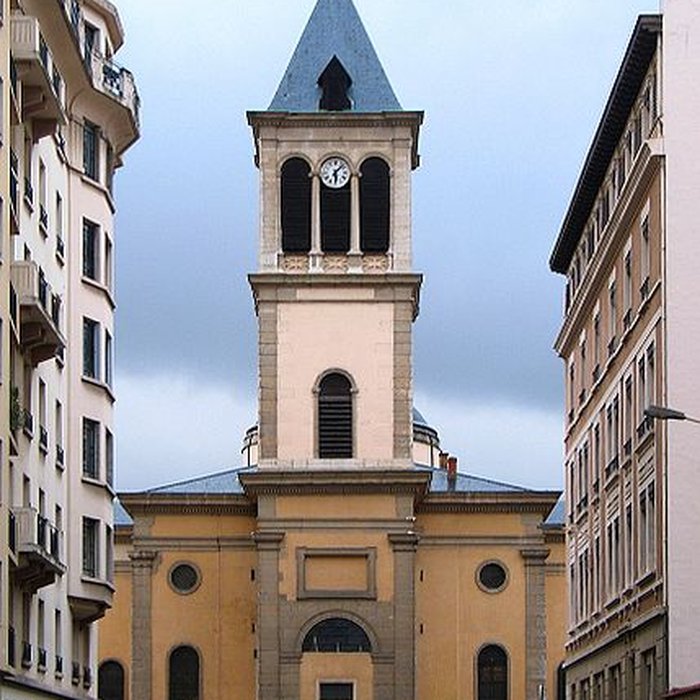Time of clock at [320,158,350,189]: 6:07
